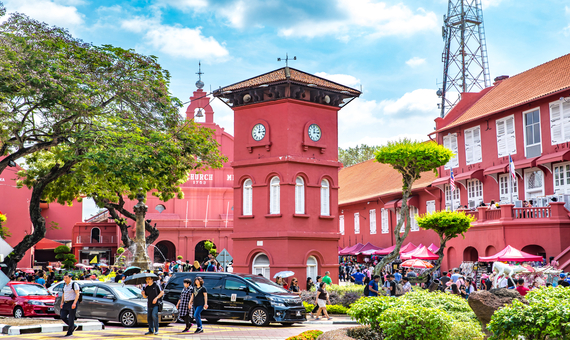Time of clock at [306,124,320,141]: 12:13
